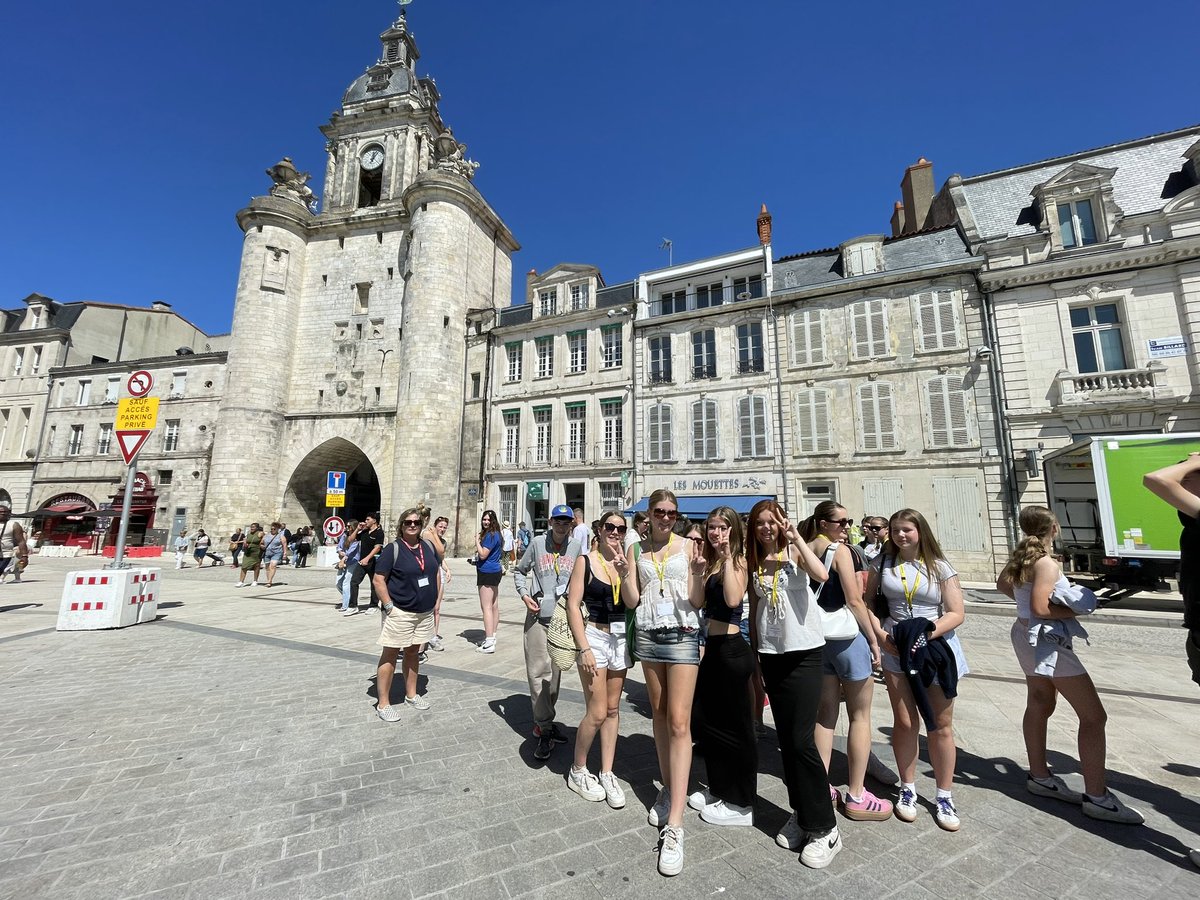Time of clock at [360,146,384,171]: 12:06
